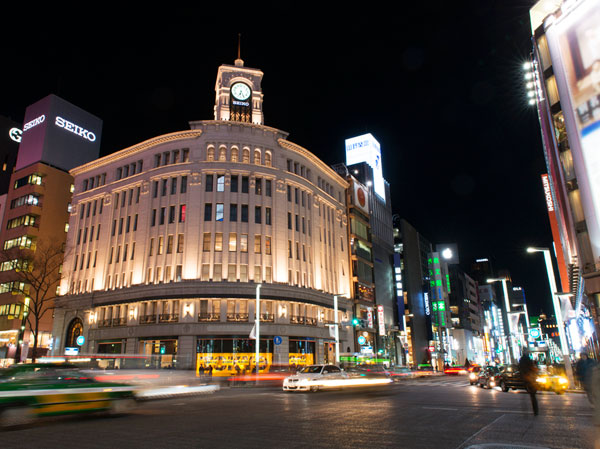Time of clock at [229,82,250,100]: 6:25
